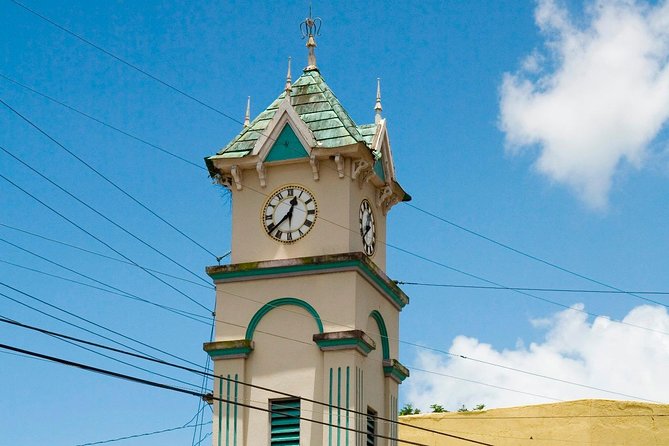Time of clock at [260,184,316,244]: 12:38
